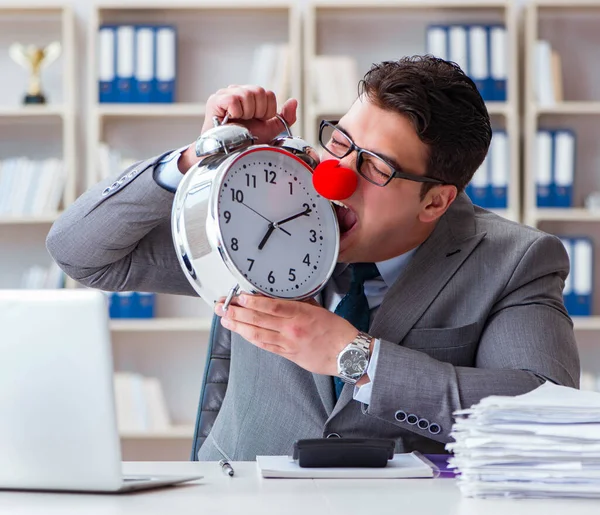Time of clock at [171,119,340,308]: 7:10
